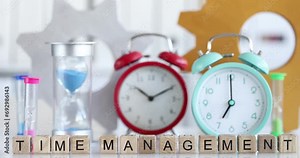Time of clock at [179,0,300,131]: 7:00
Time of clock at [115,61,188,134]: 10:10
